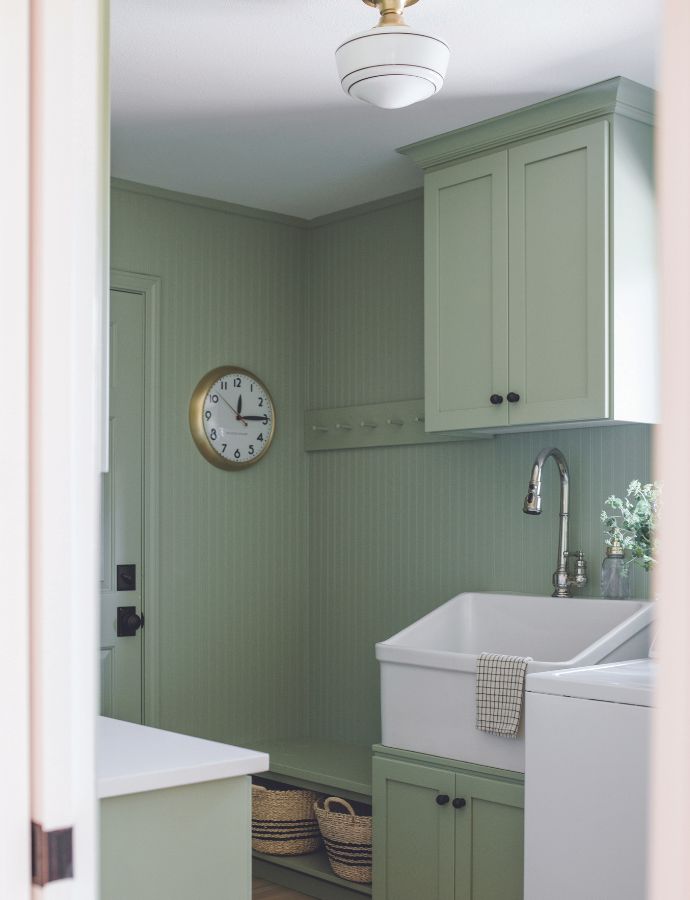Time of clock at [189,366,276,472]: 12:14
